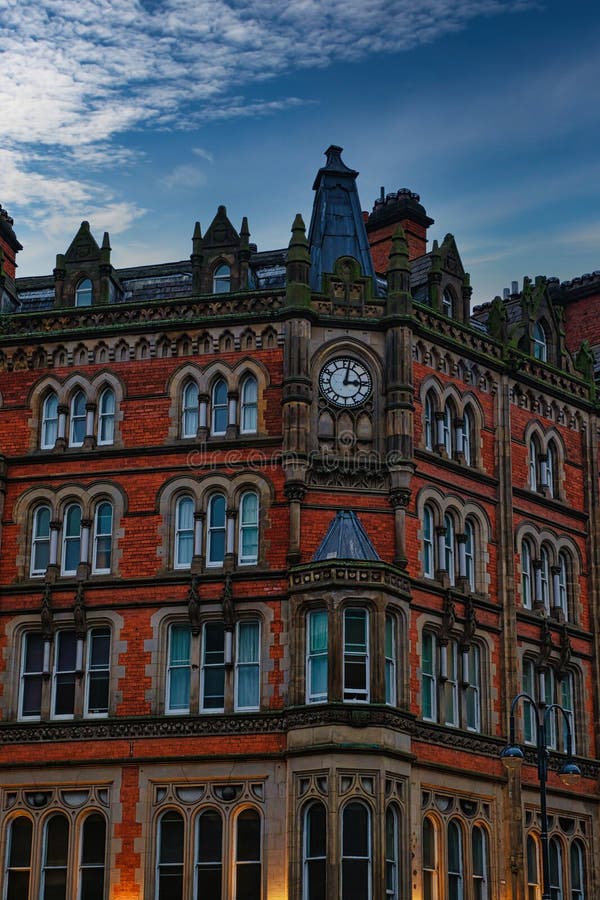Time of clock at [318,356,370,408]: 3:02
